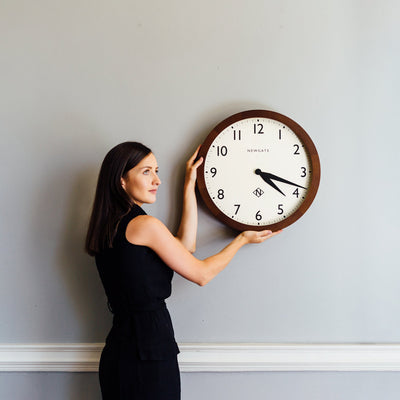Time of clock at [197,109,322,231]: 4:18
